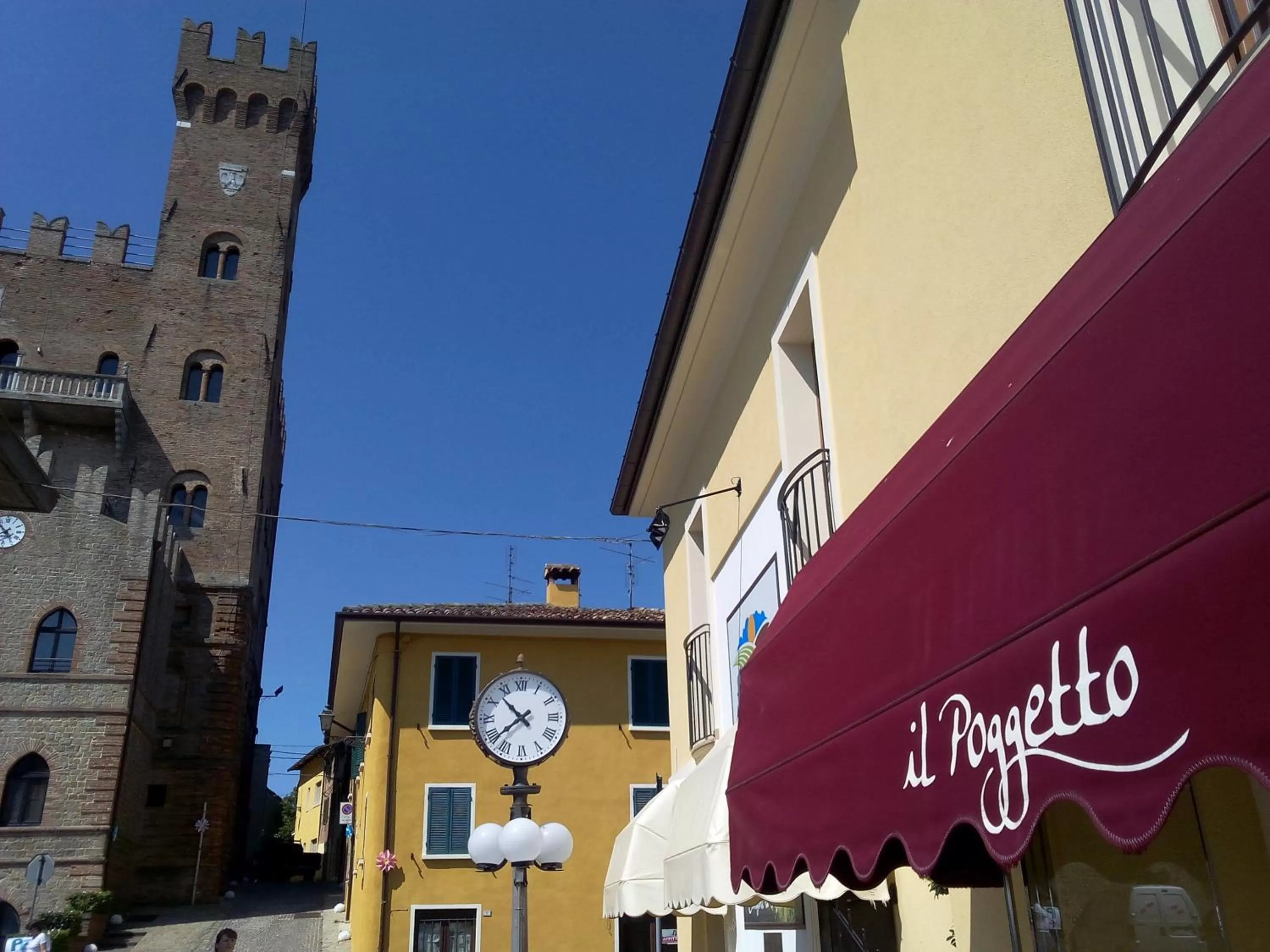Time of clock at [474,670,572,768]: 10:38
